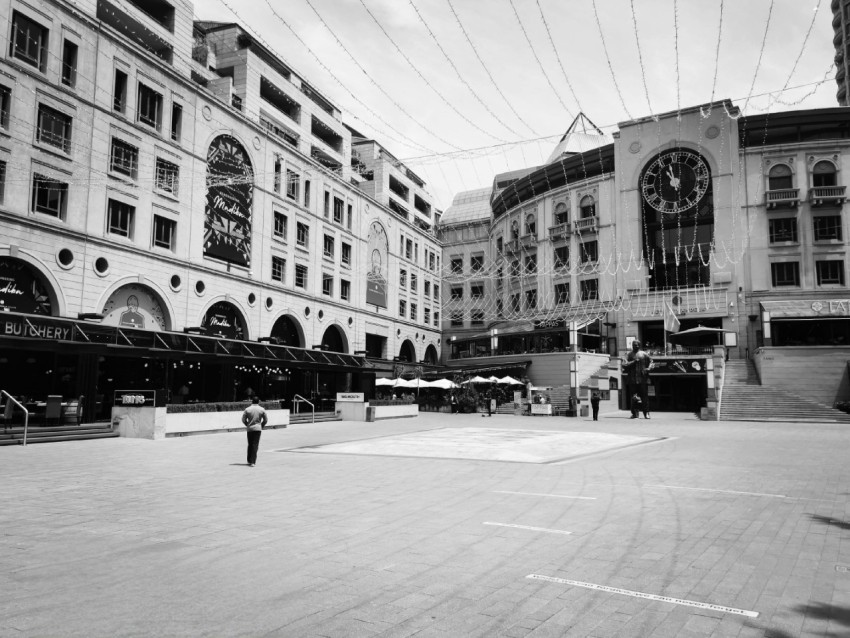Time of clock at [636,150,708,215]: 10:58
